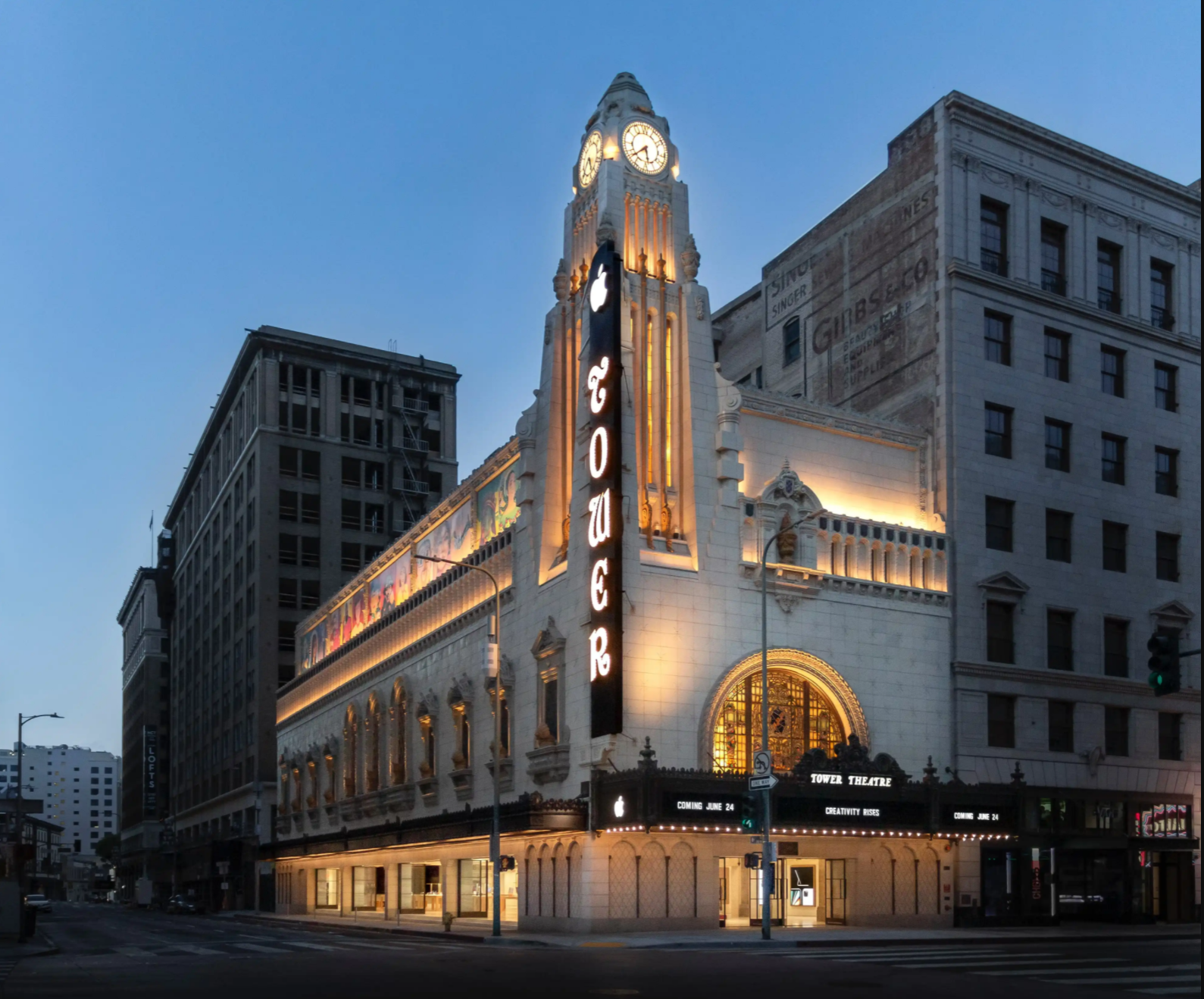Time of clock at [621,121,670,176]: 5:38
